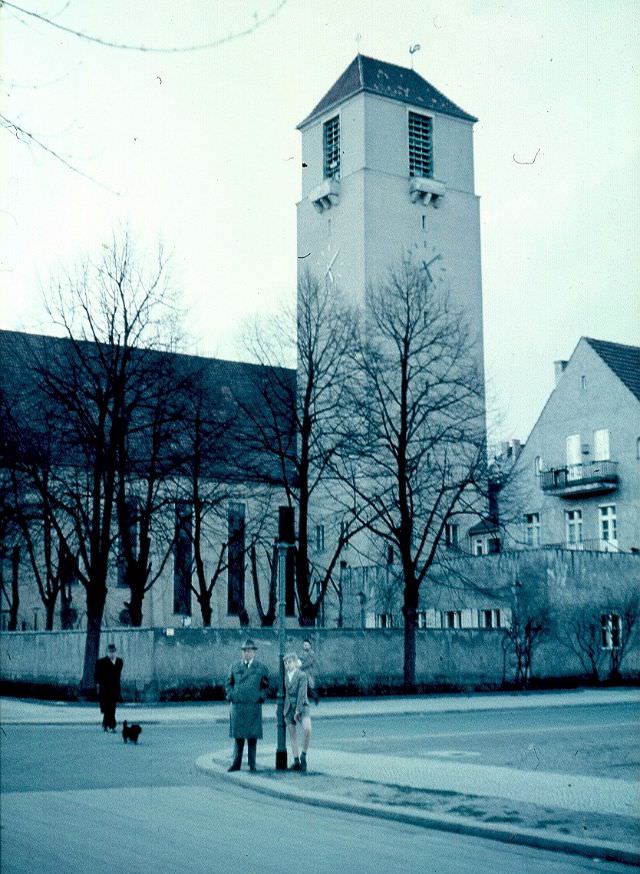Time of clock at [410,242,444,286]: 5:09
